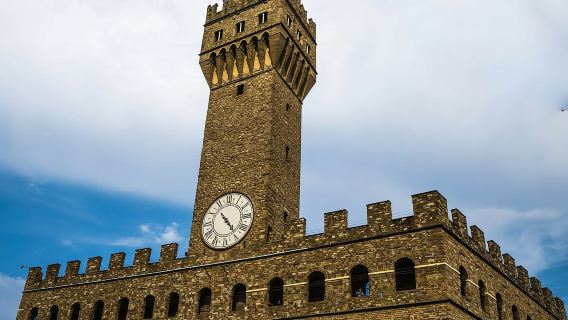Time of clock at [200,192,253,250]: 4:53
